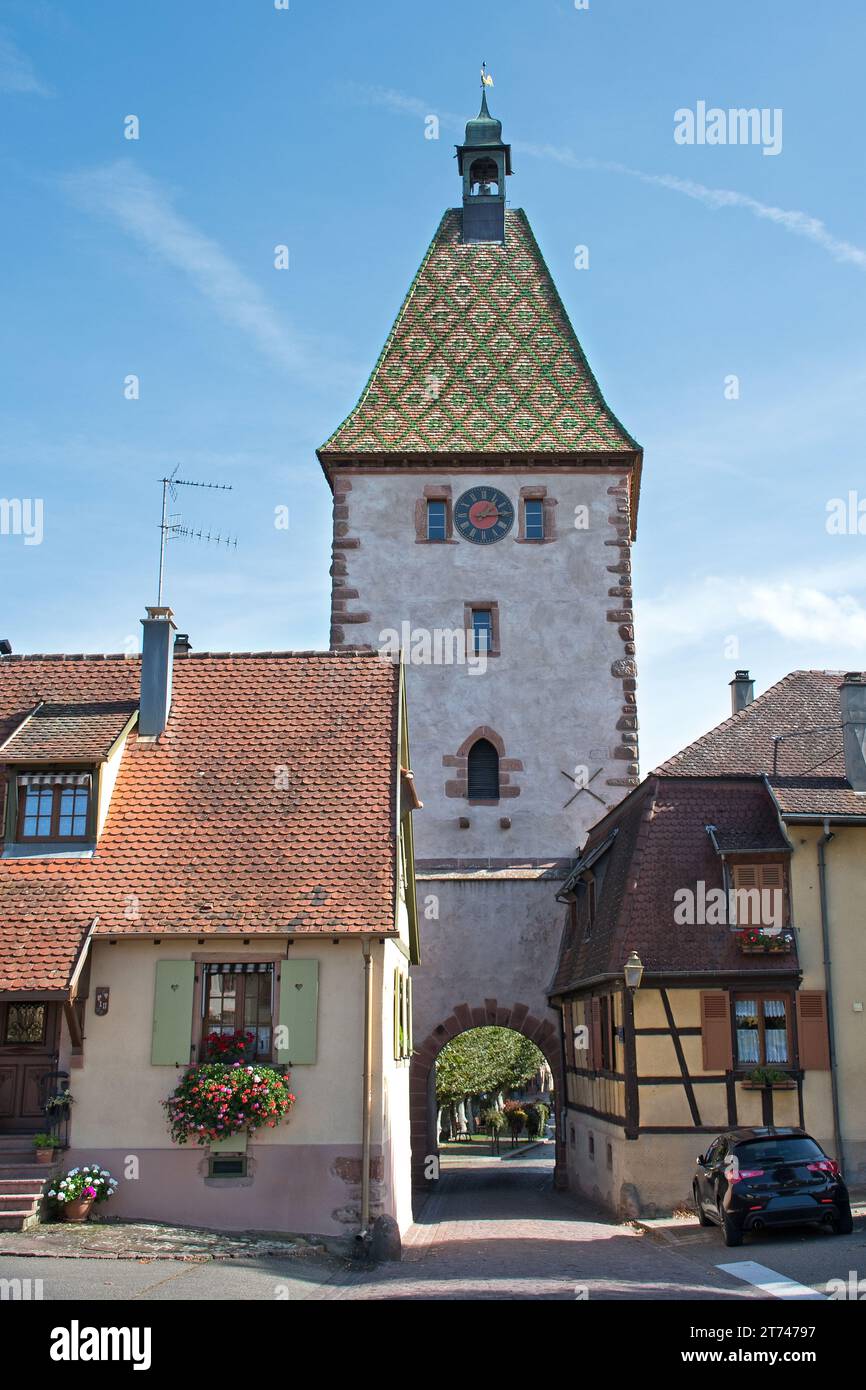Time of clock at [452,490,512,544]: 1:14
